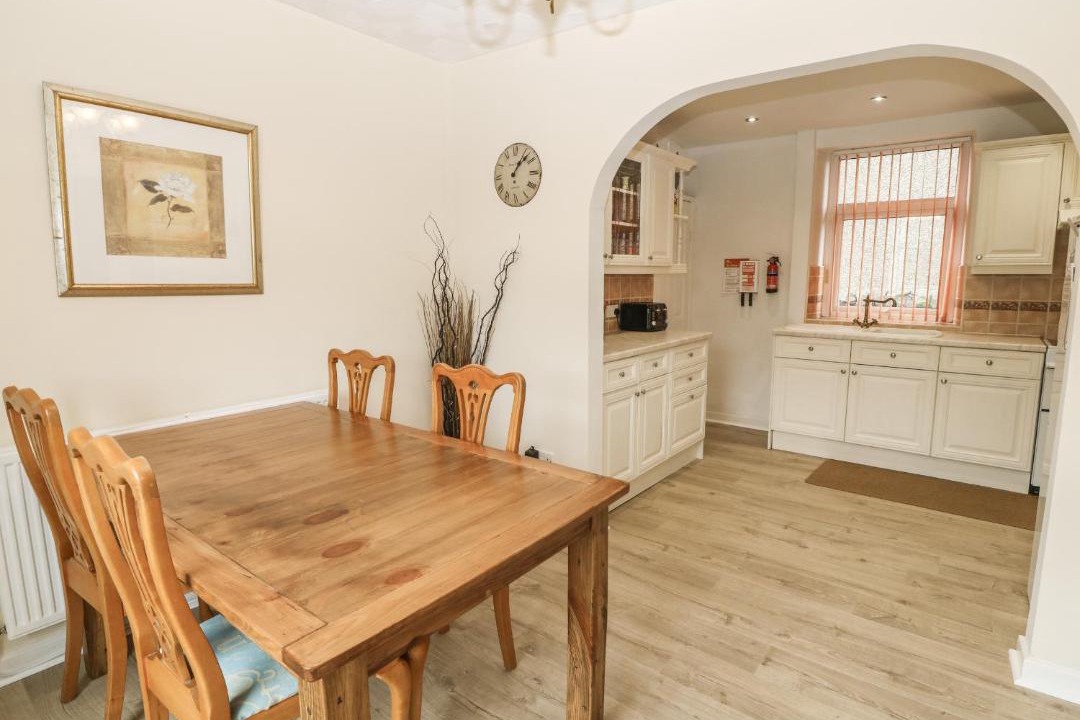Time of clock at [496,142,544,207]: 1:07
